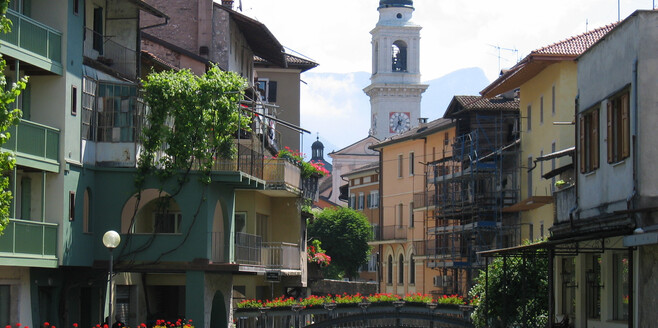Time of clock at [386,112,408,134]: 11:35
